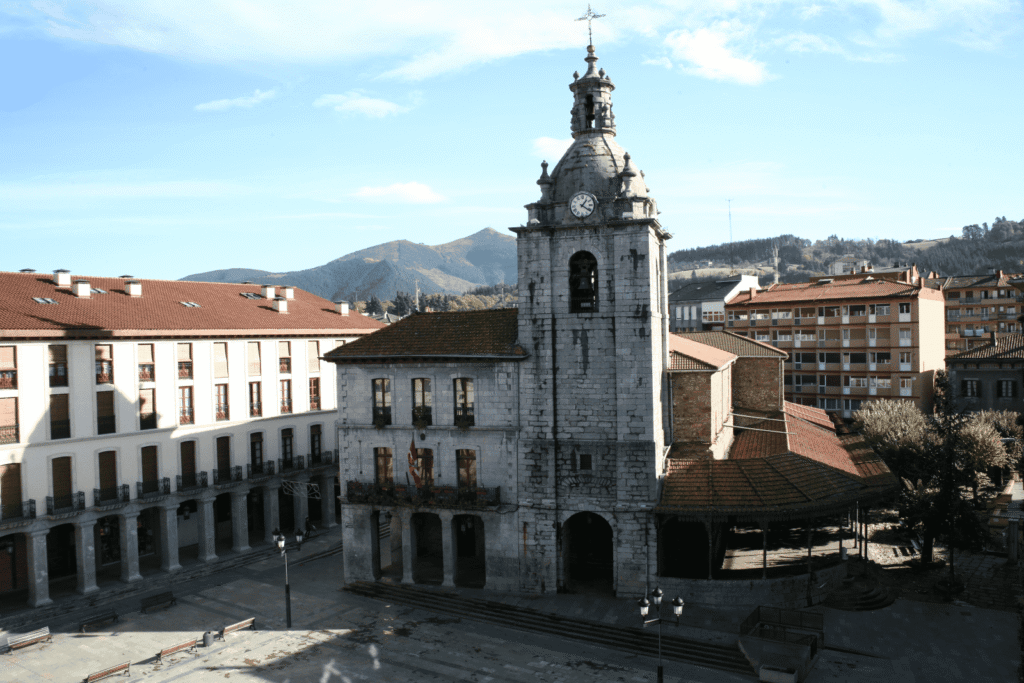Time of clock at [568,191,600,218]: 1:20
